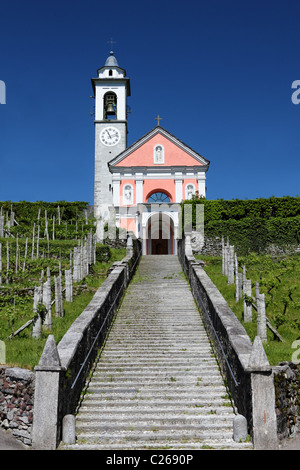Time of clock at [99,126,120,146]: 11:12
